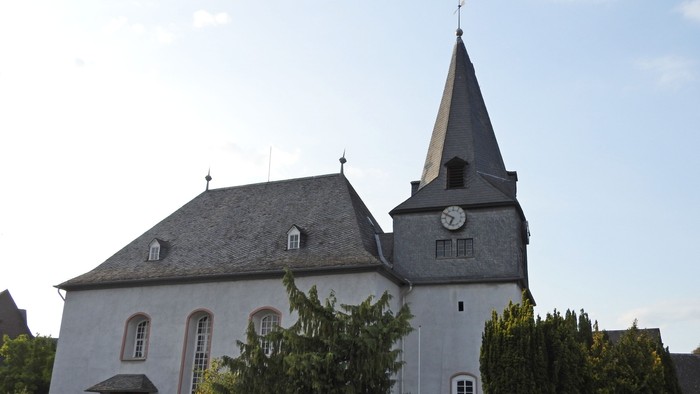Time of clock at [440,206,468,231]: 6:49
